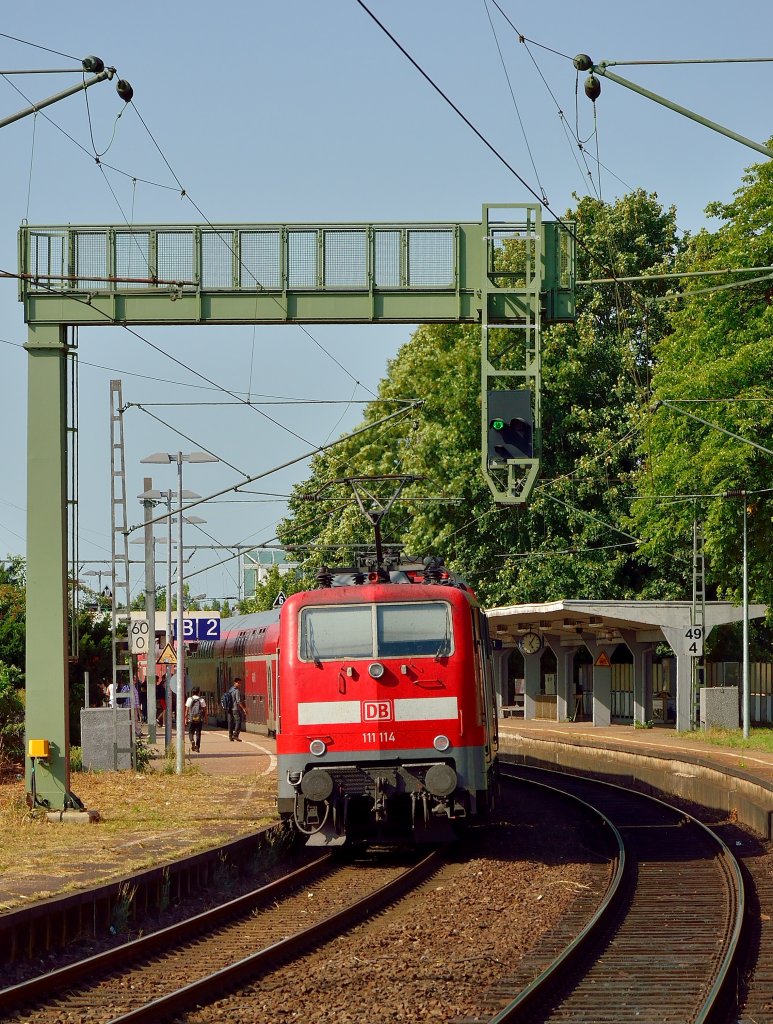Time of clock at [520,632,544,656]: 5:05
